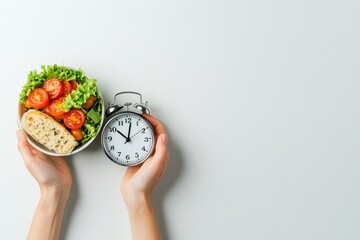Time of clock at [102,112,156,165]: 10:01
